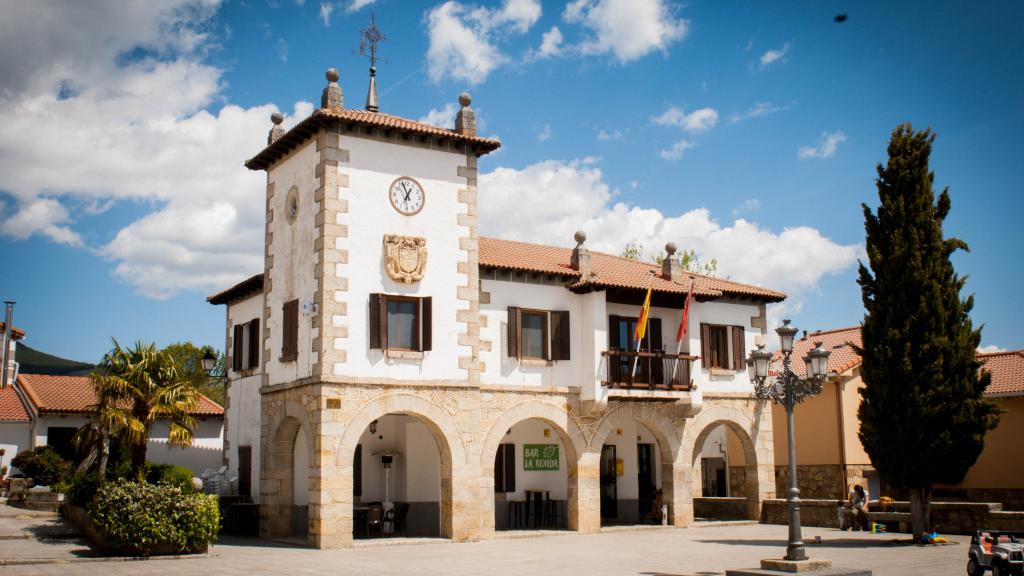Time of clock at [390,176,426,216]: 12:56
